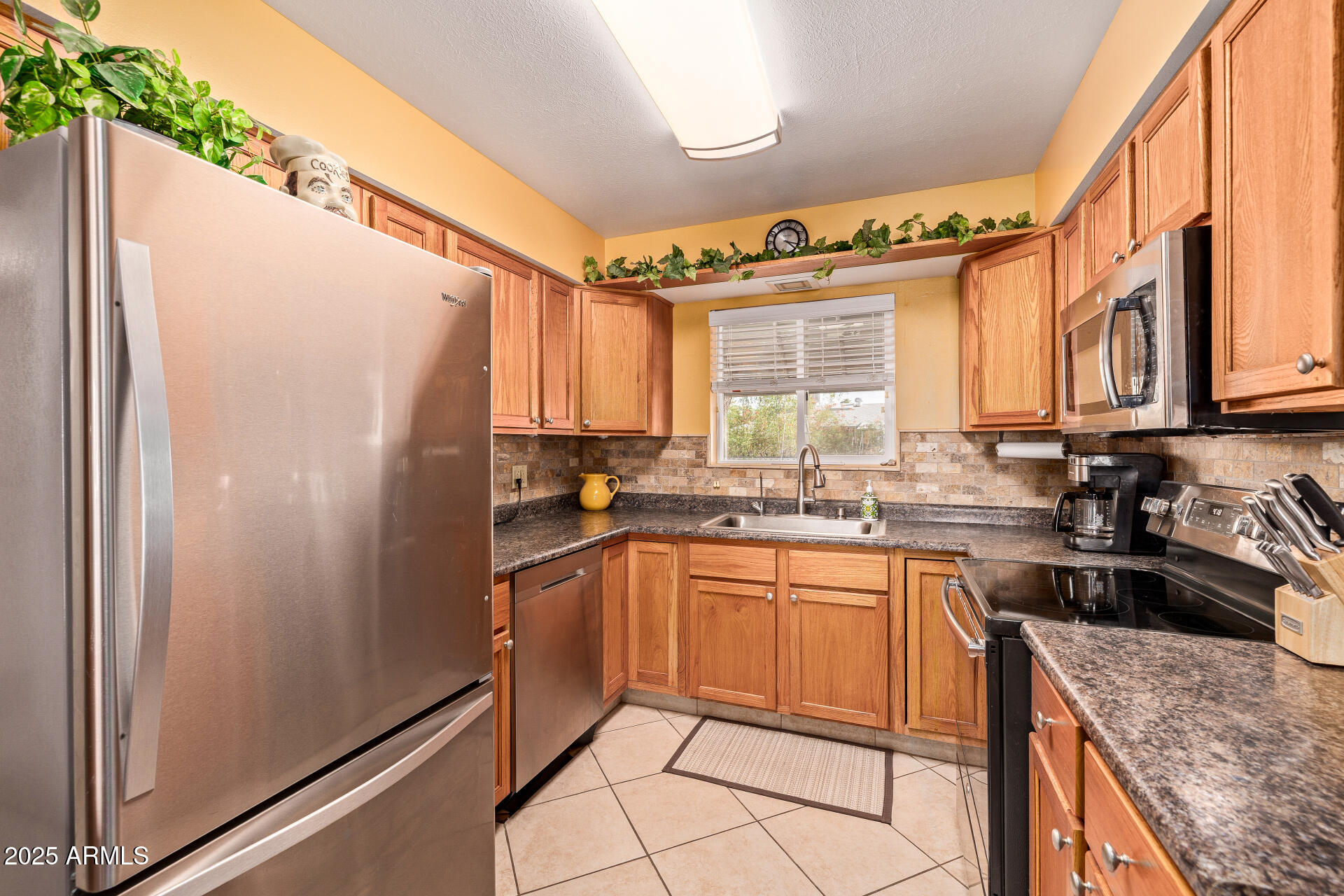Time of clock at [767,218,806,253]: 4:17
